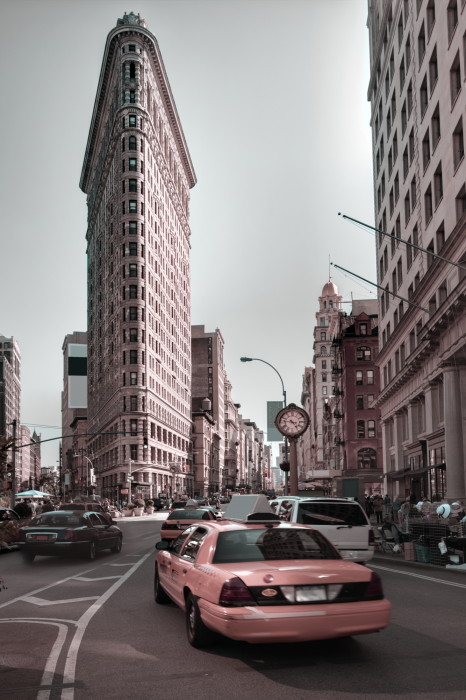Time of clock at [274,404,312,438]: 4:46
